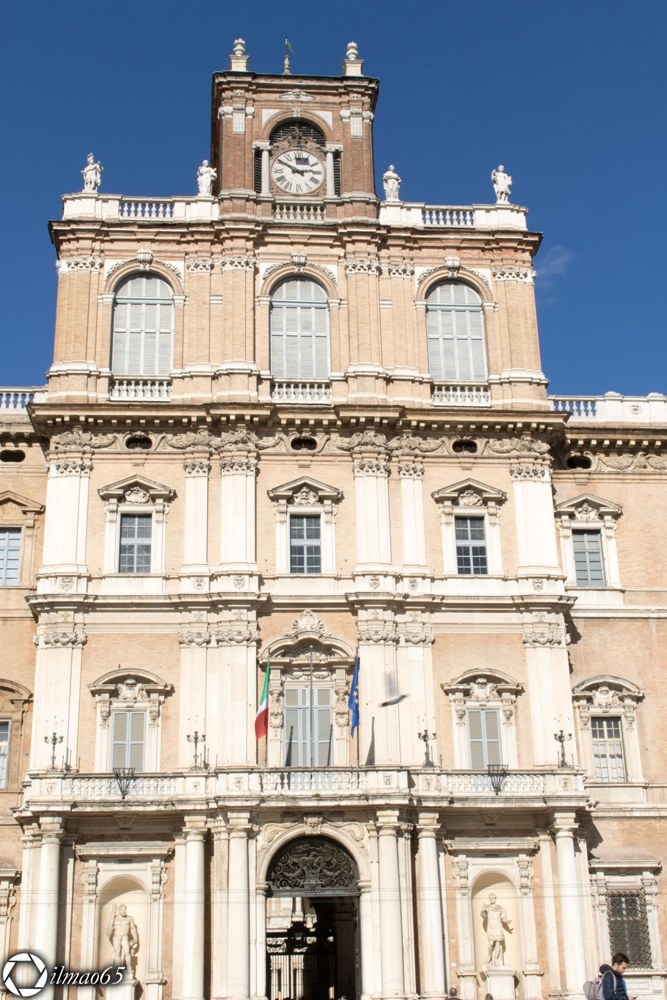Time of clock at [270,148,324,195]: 2:50
